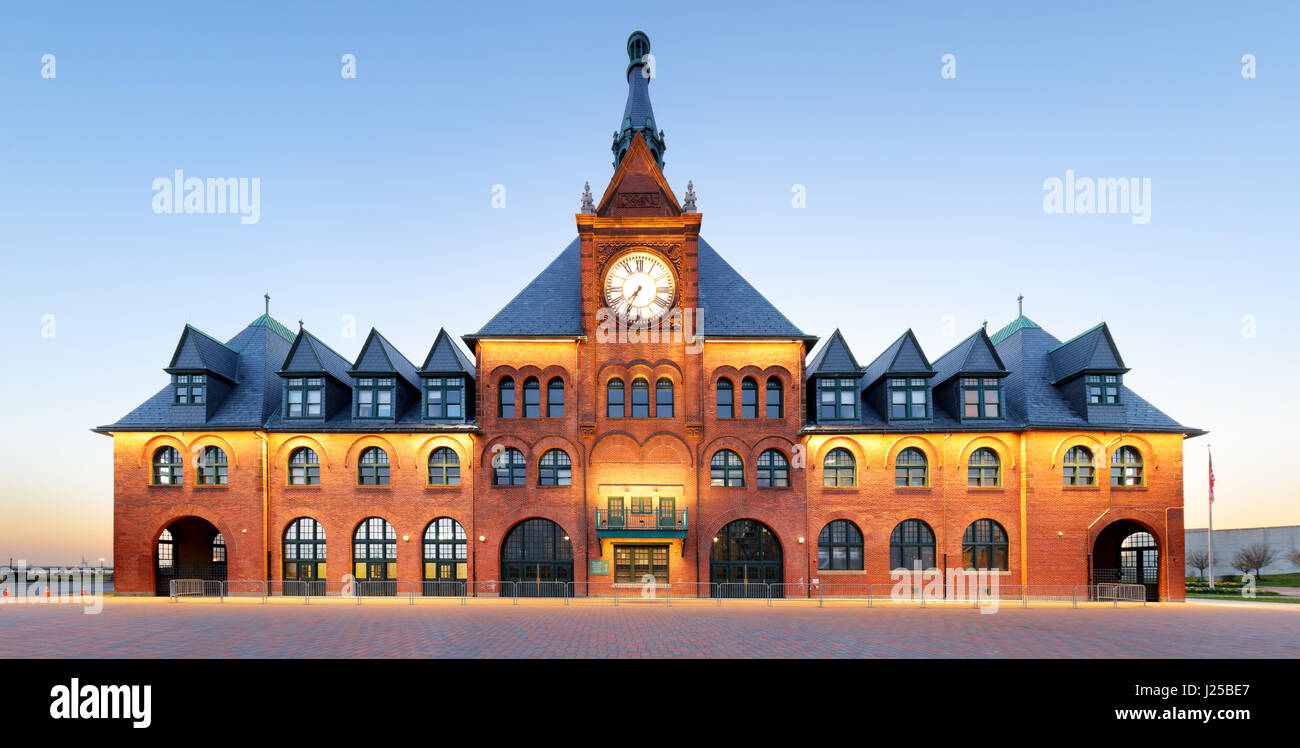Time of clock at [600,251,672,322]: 7:34
